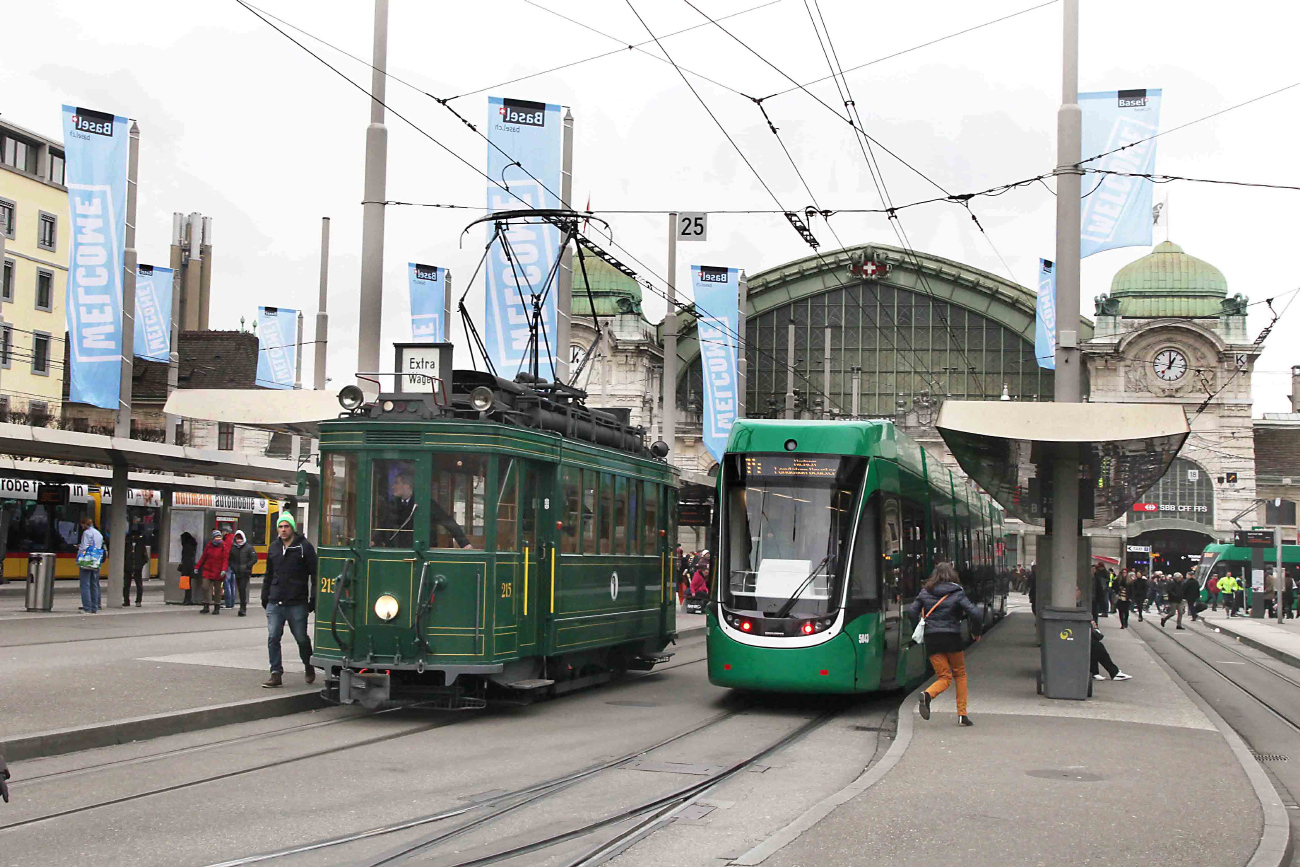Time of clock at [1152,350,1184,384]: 1:00
